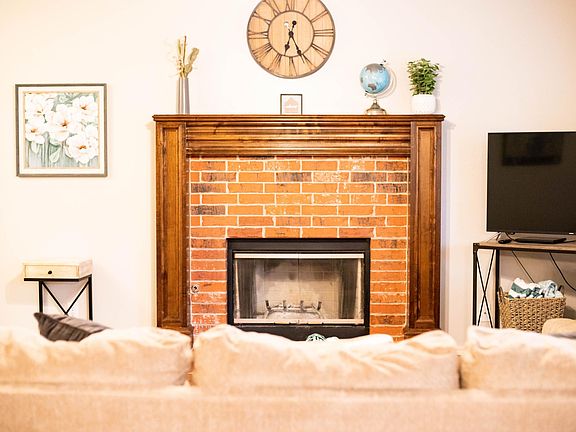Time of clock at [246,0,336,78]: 6:25
